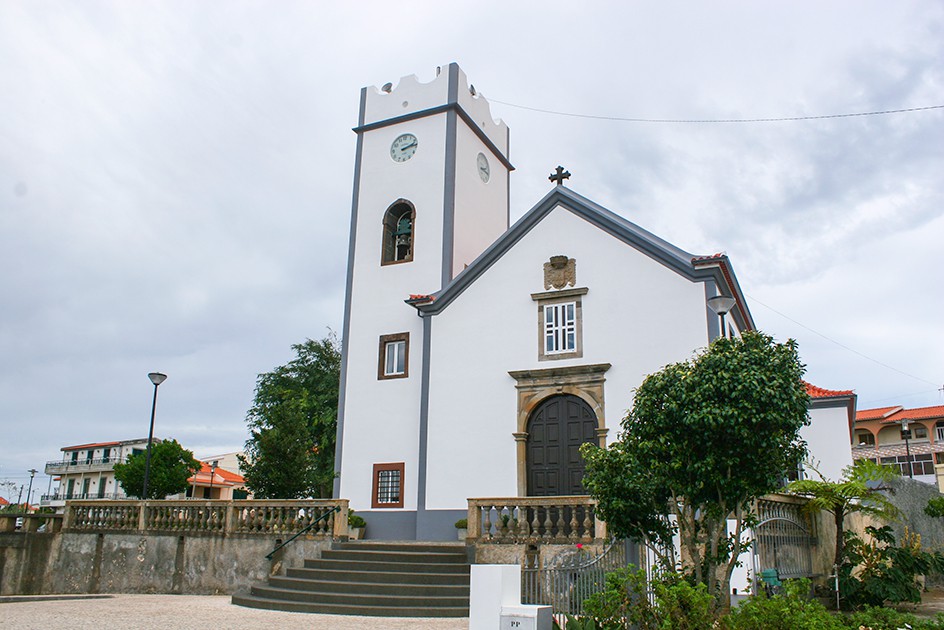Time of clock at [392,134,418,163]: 2:13
